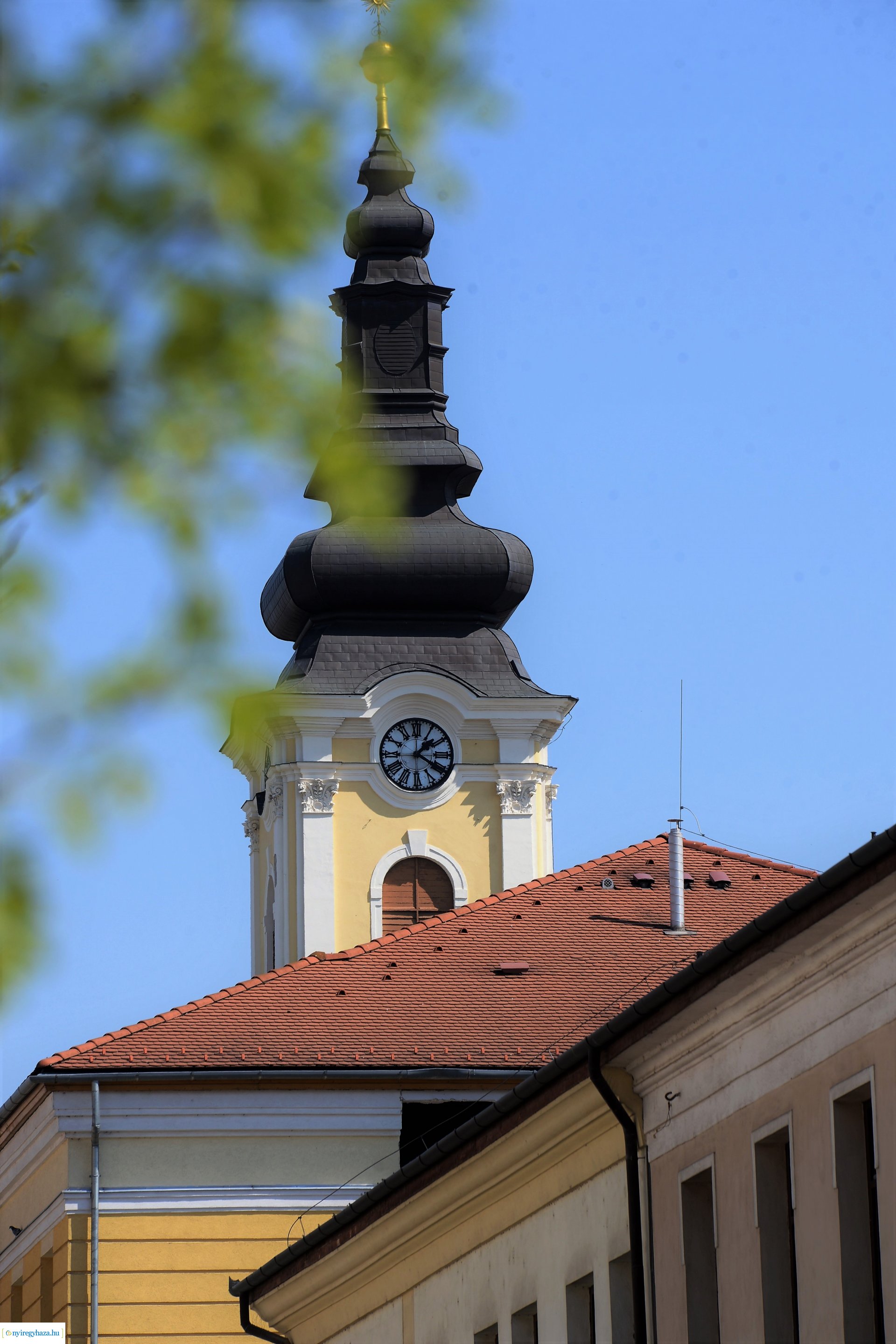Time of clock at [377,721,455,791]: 1:20
